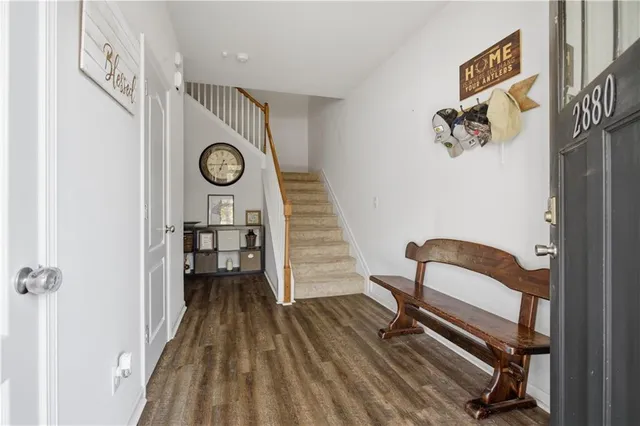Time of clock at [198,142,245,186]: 6:44
